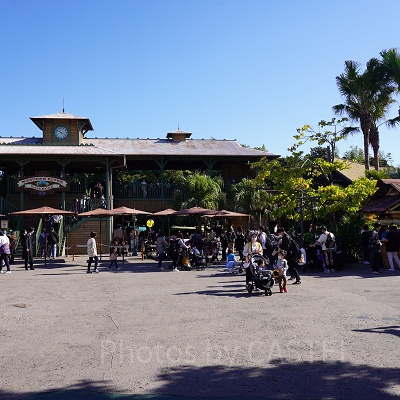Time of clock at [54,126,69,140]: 10:20
